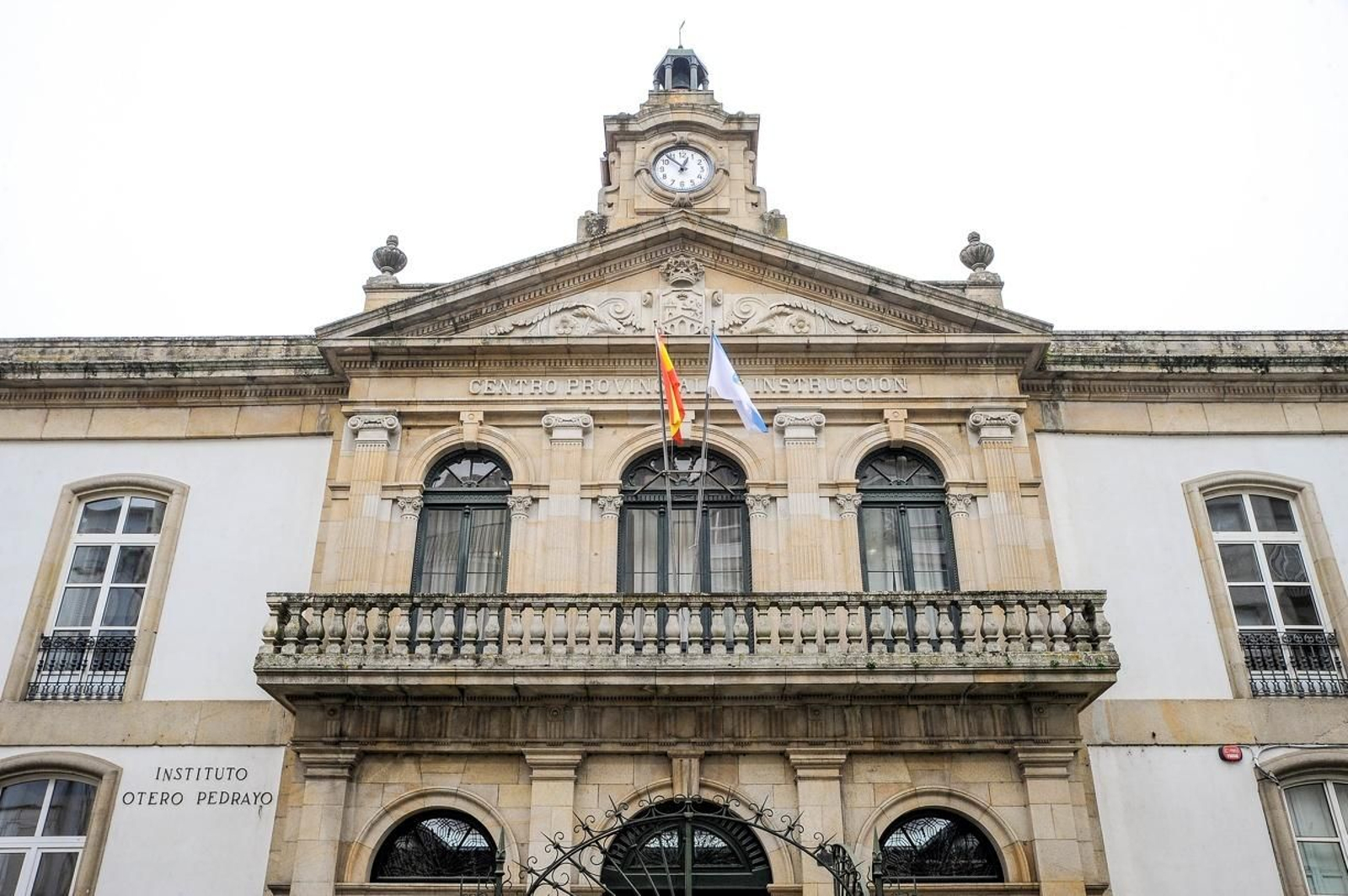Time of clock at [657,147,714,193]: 12:52
